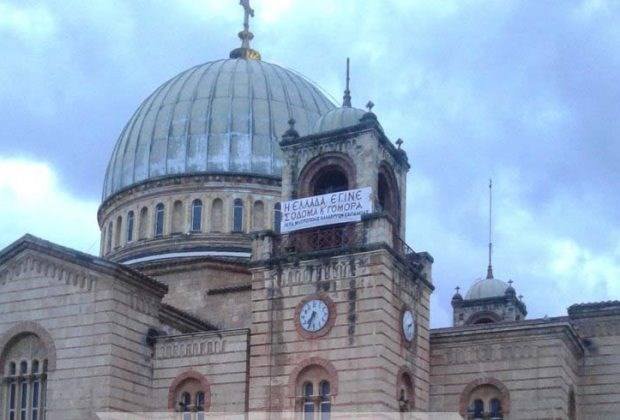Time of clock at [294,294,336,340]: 7:33
